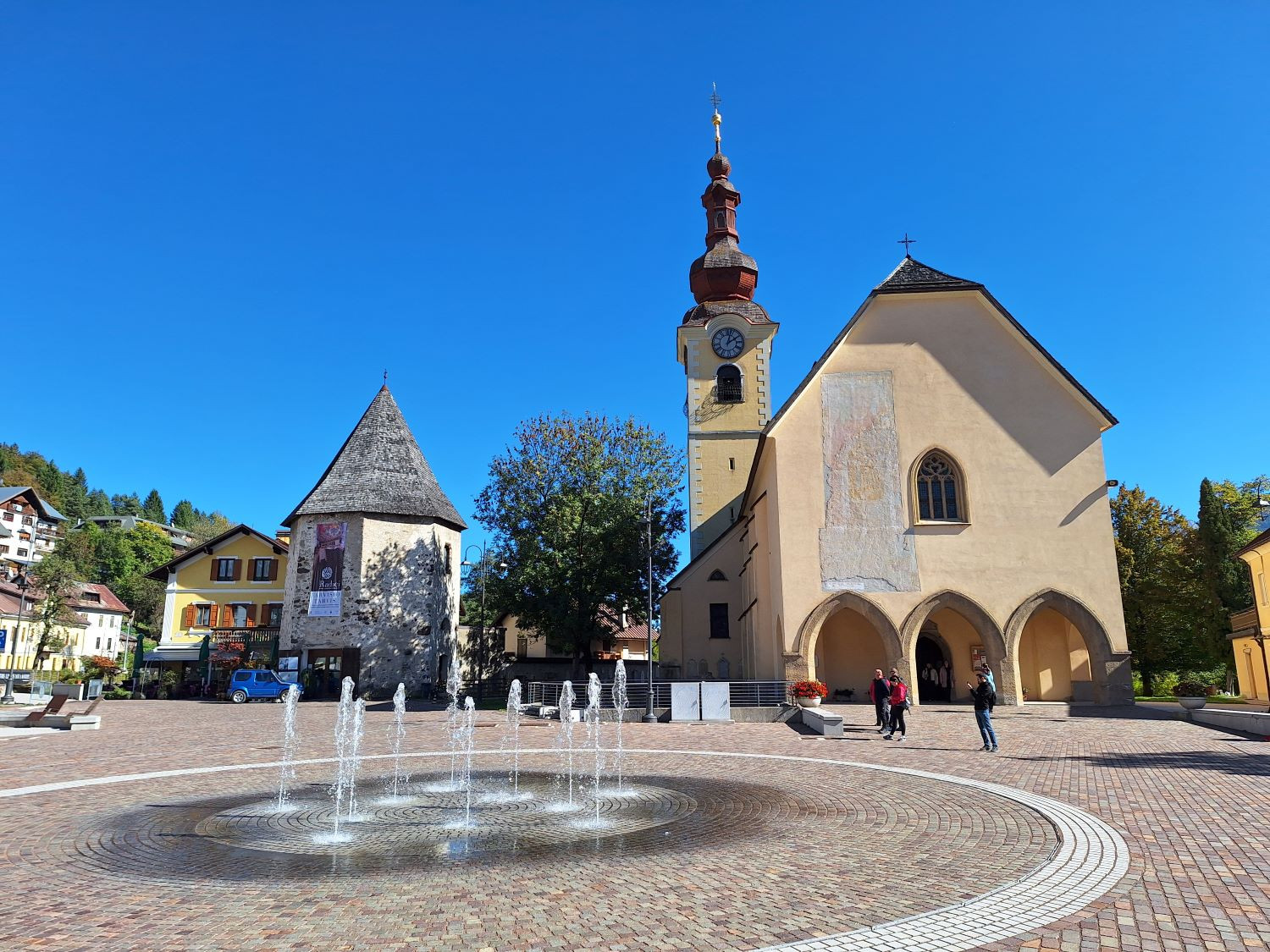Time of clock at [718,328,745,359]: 2:02
